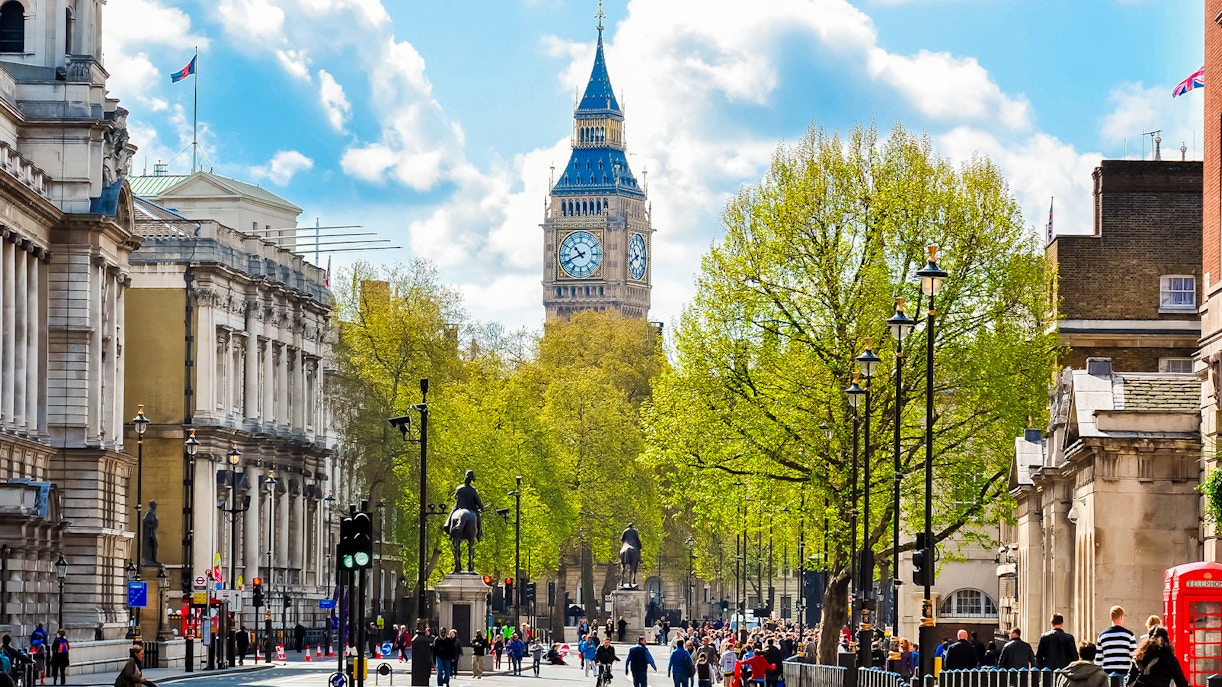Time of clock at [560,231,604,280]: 10:41
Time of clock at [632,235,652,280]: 10:41
